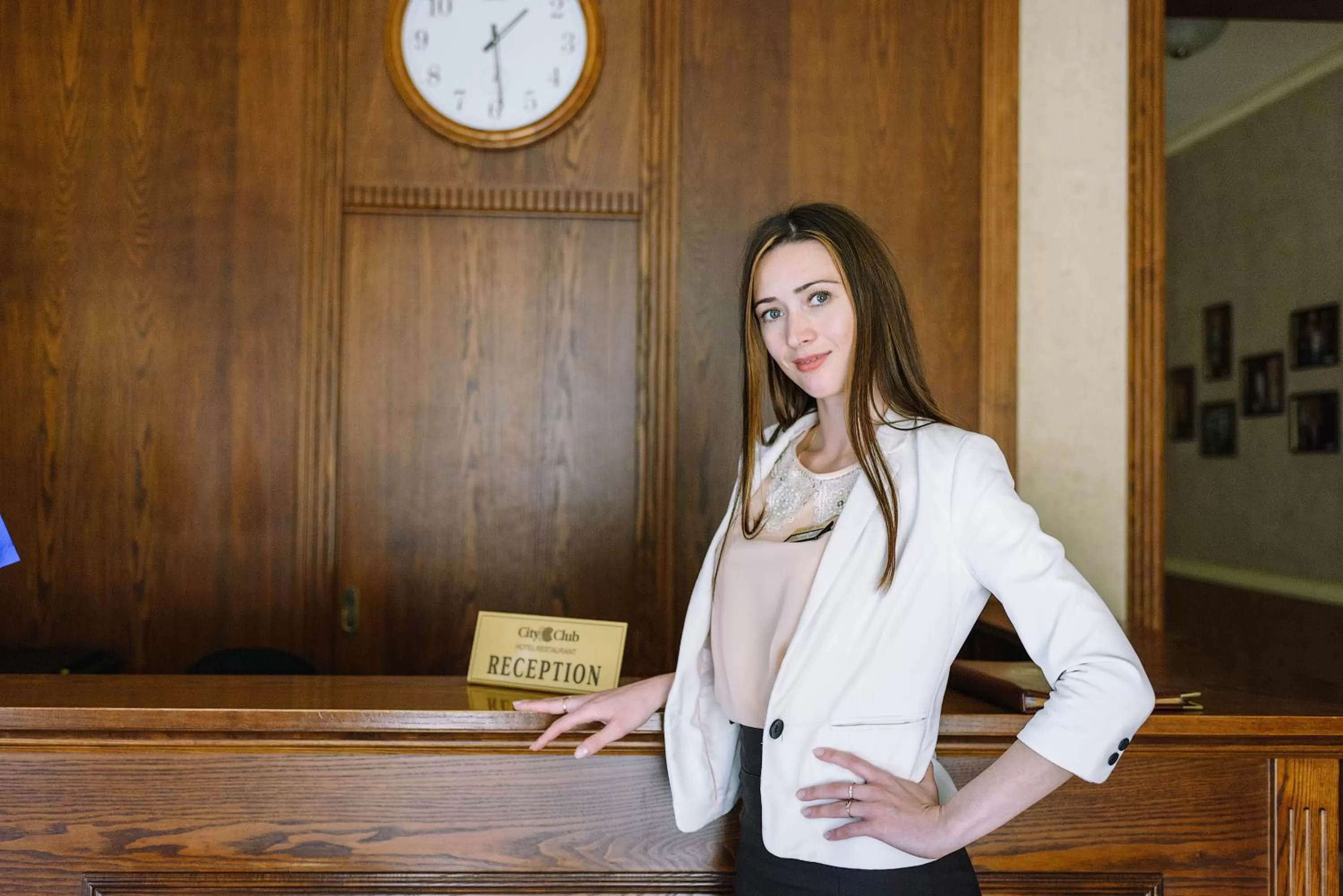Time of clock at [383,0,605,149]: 1:29
